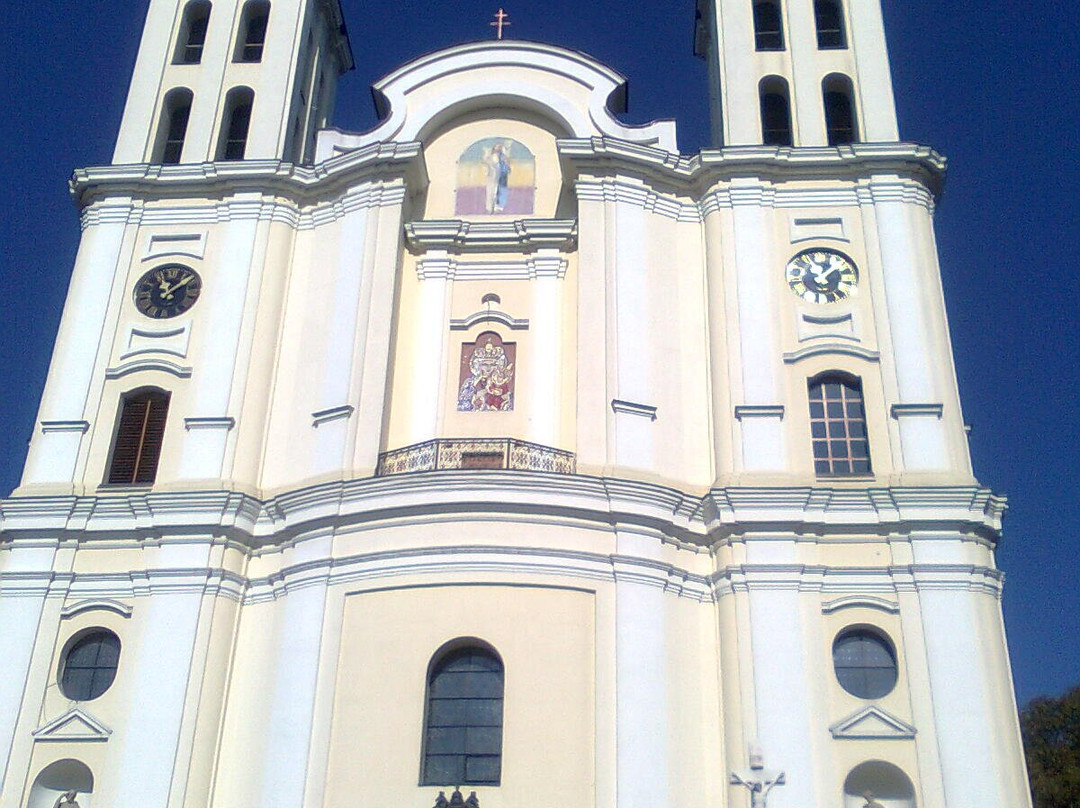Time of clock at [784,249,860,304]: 1:02
